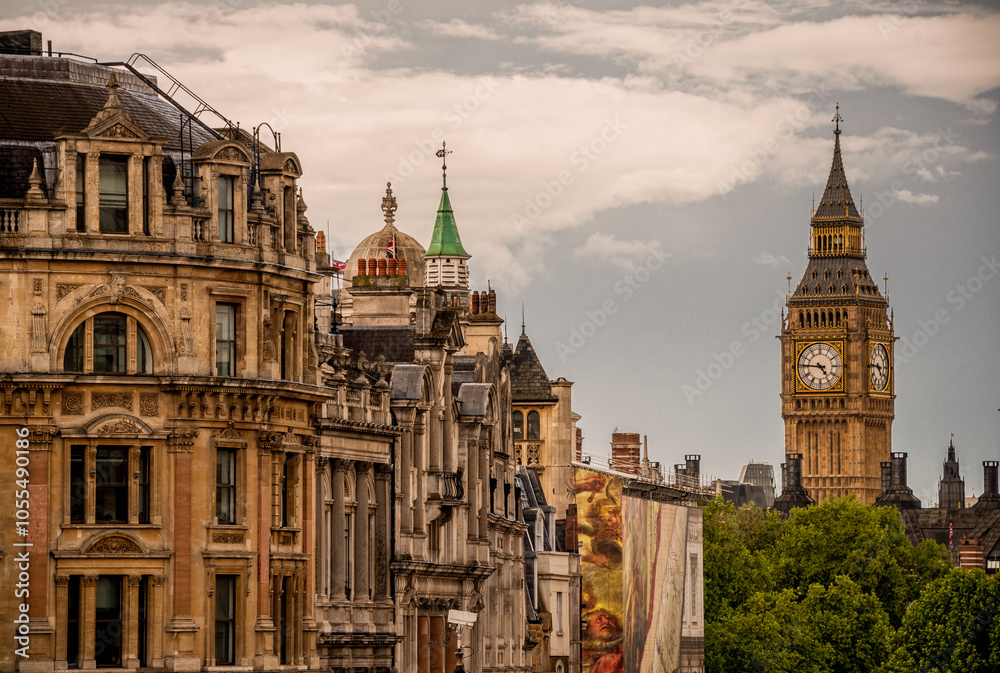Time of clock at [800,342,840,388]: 4:45
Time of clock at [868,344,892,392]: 4:46
